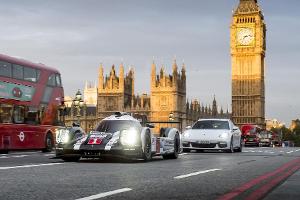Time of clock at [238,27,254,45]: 2:36
